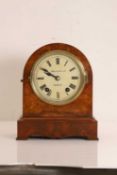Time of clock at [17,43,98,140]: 9:50
